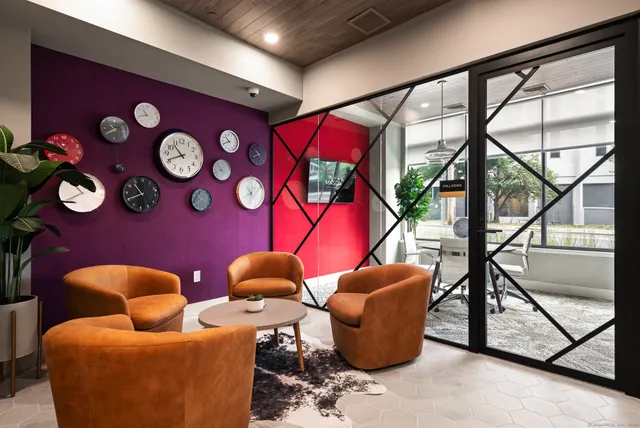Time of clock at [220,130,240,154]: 10:41
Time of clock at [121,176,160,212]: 10:40
